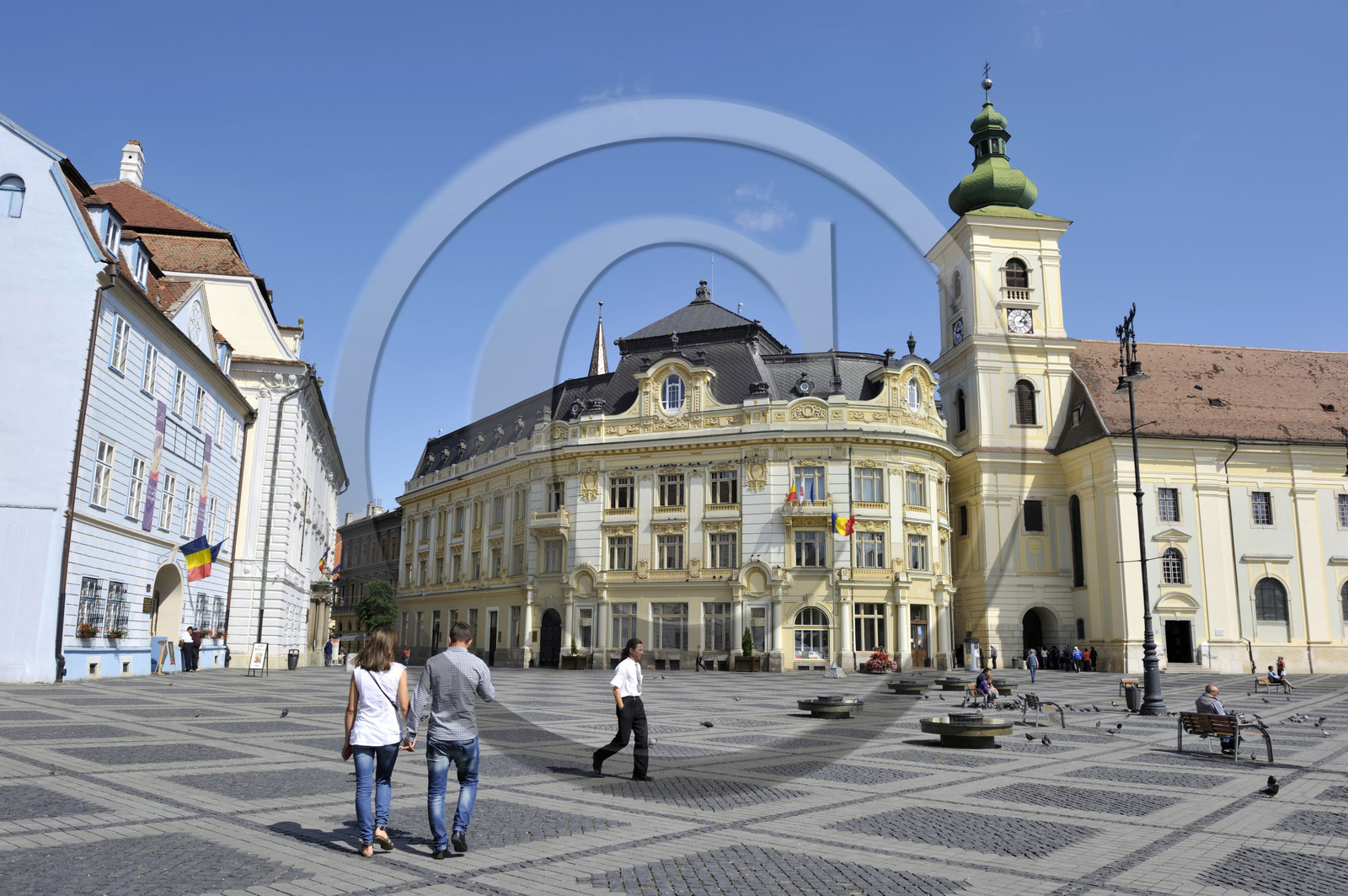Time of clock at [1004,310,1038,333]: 3:06
